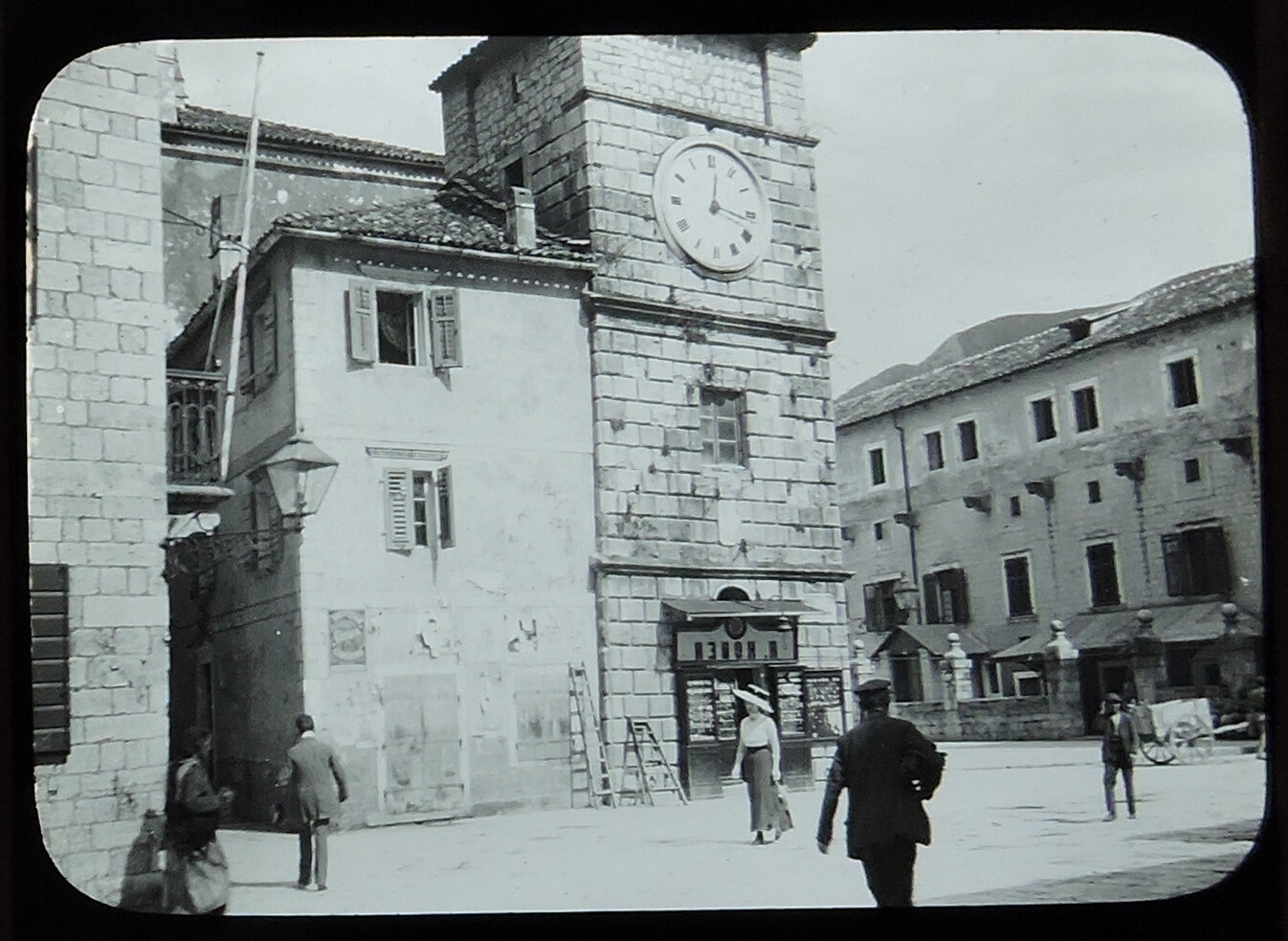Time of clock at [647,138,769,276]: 12:16
